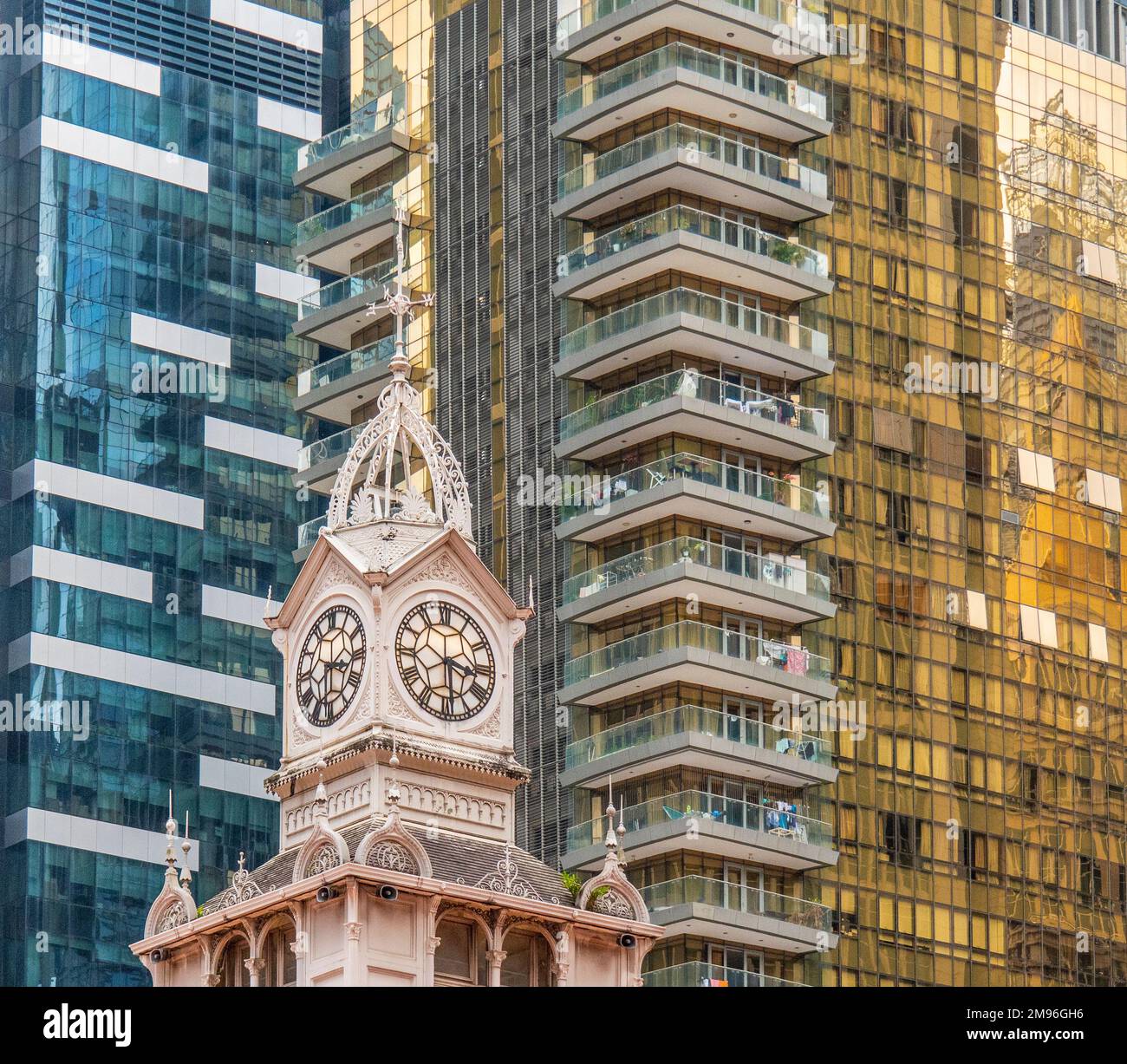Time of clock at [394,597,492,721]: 3:28
